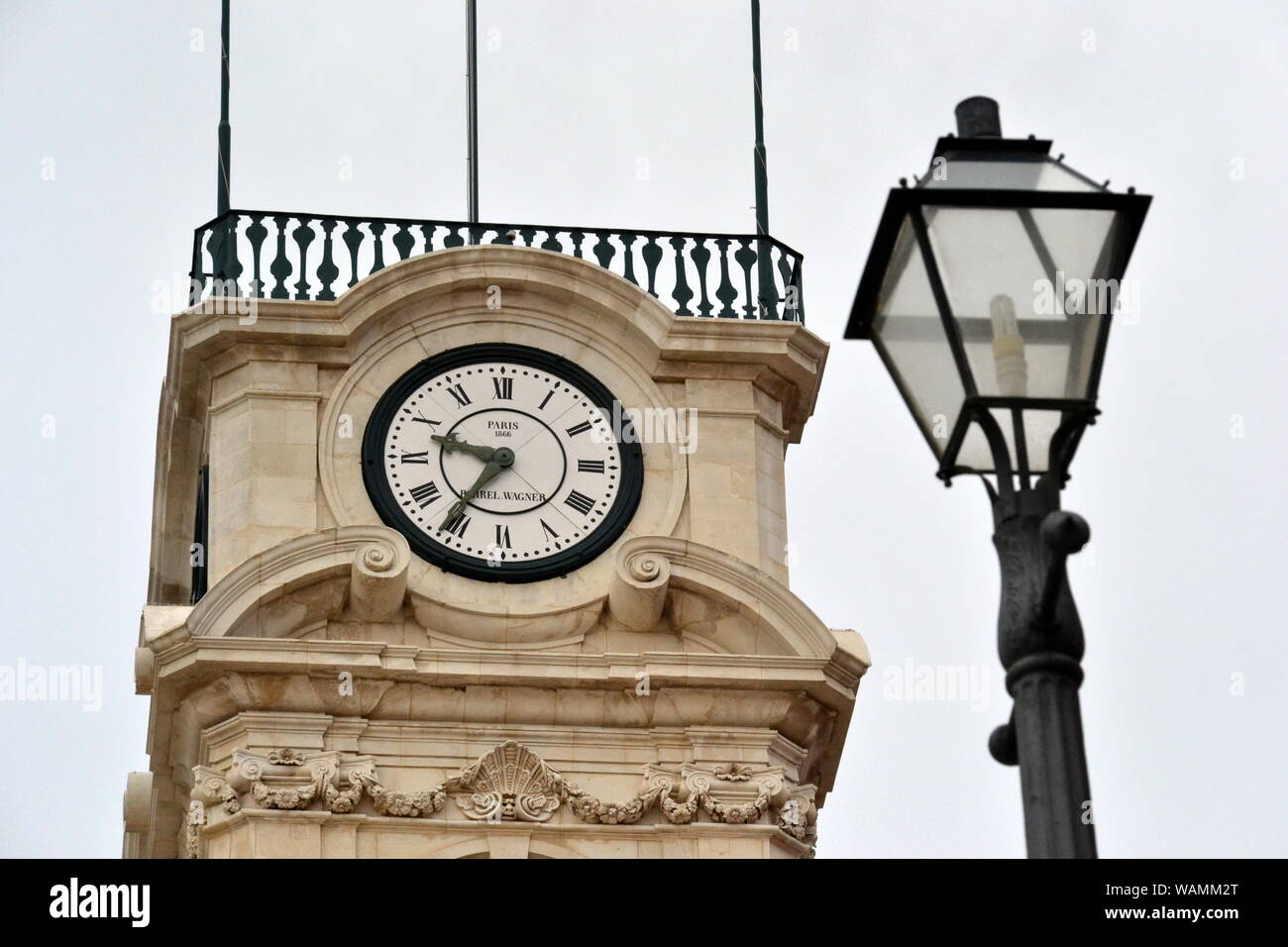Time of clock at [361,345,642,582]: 9:35
